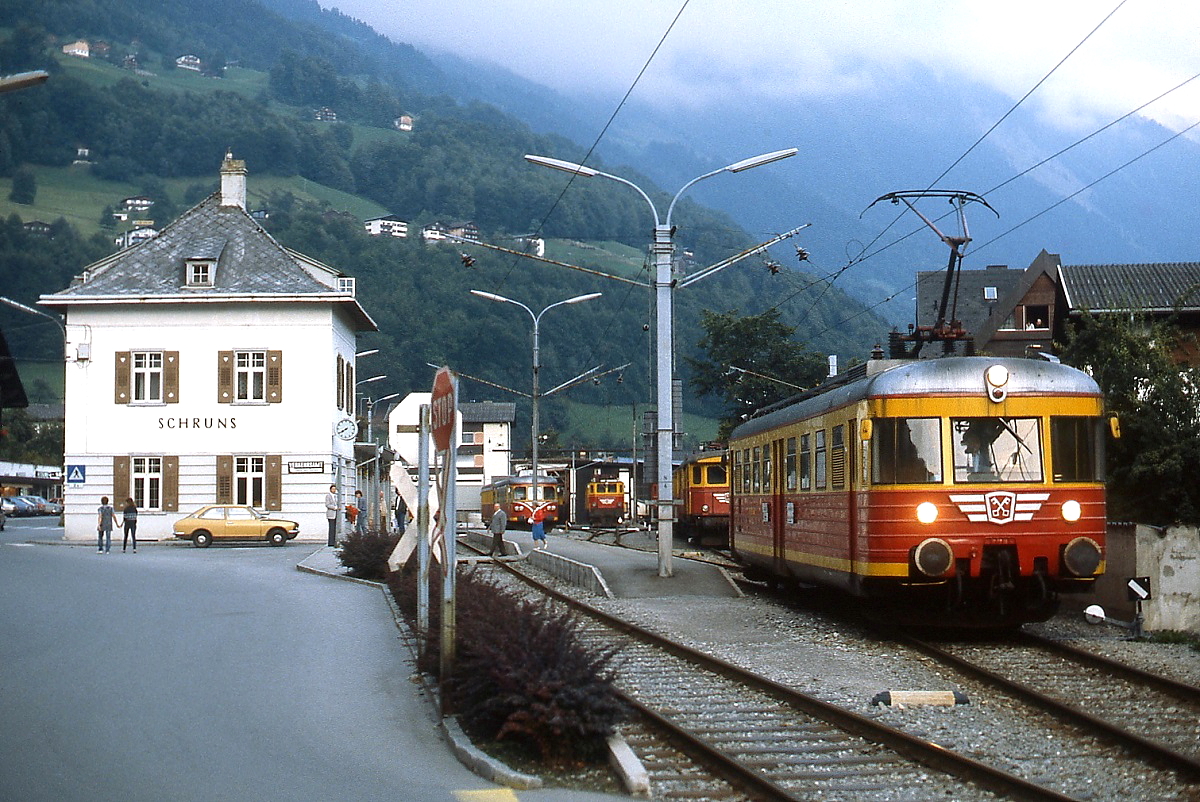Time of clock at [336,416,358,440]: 7:39
